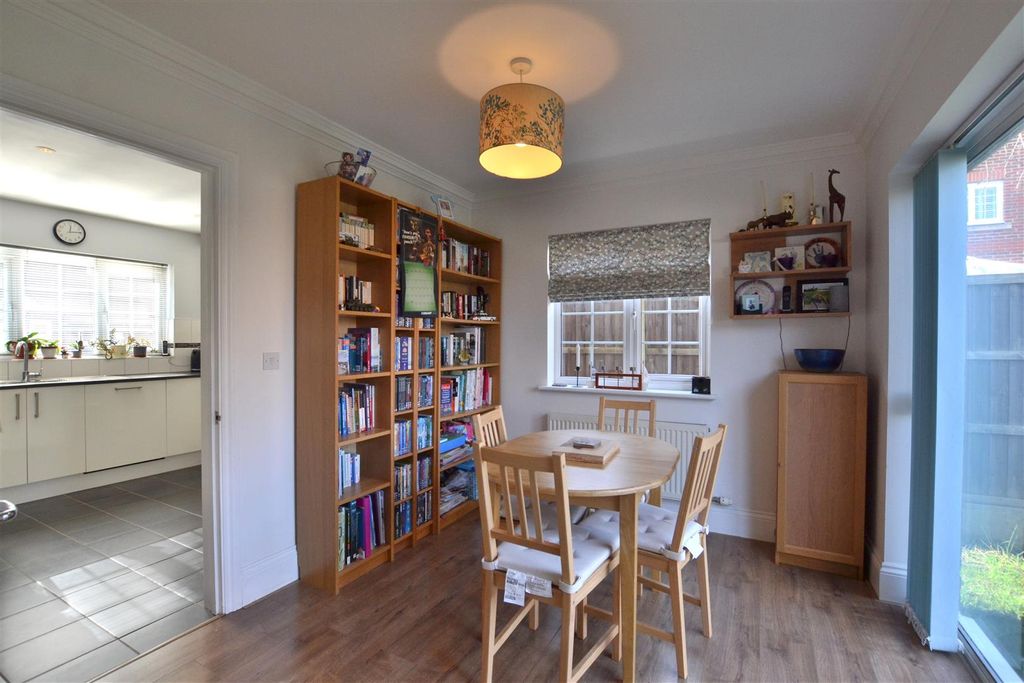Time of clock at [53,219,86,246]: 12:13
